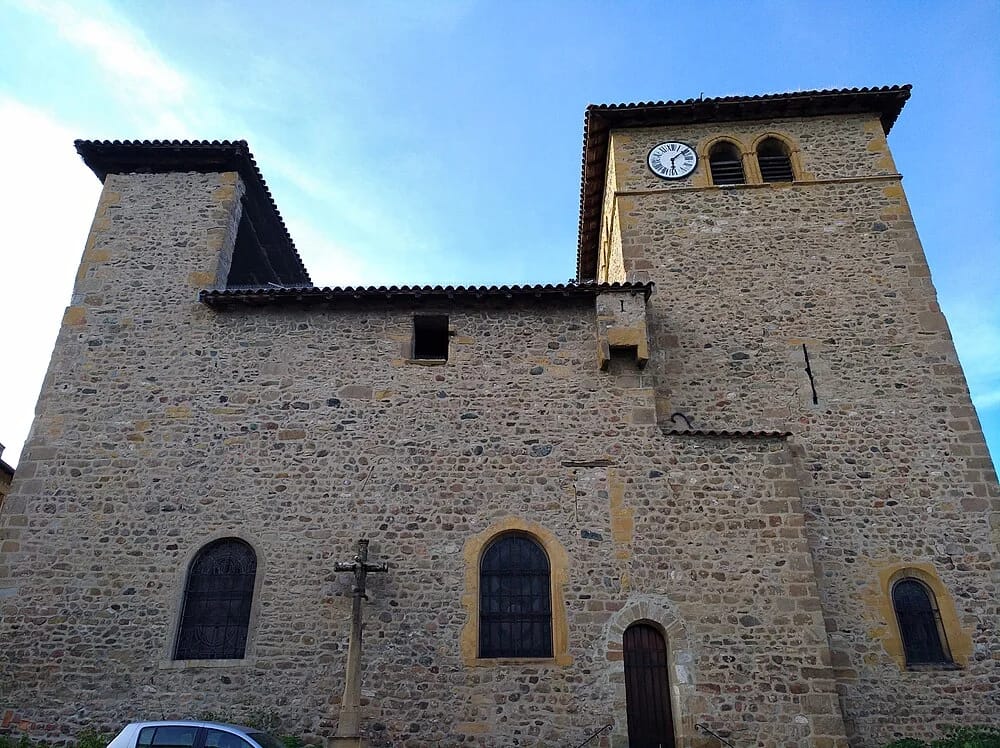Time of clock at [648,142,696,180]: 6:08
